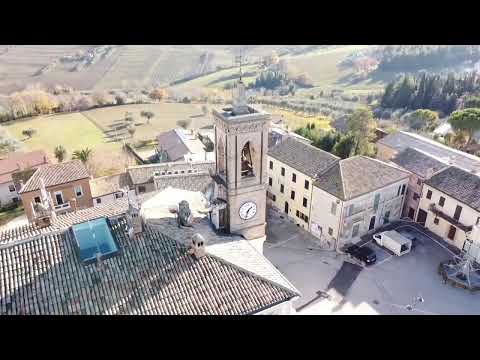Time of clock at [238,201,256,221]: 1:32
